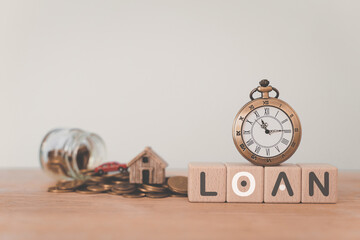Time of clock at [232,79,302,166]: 11:14
